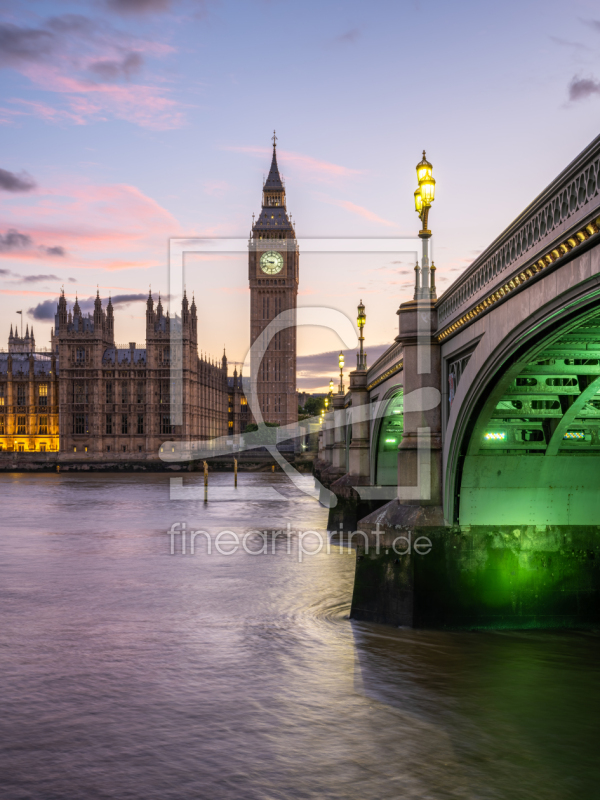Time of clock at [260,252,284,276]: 9:43
